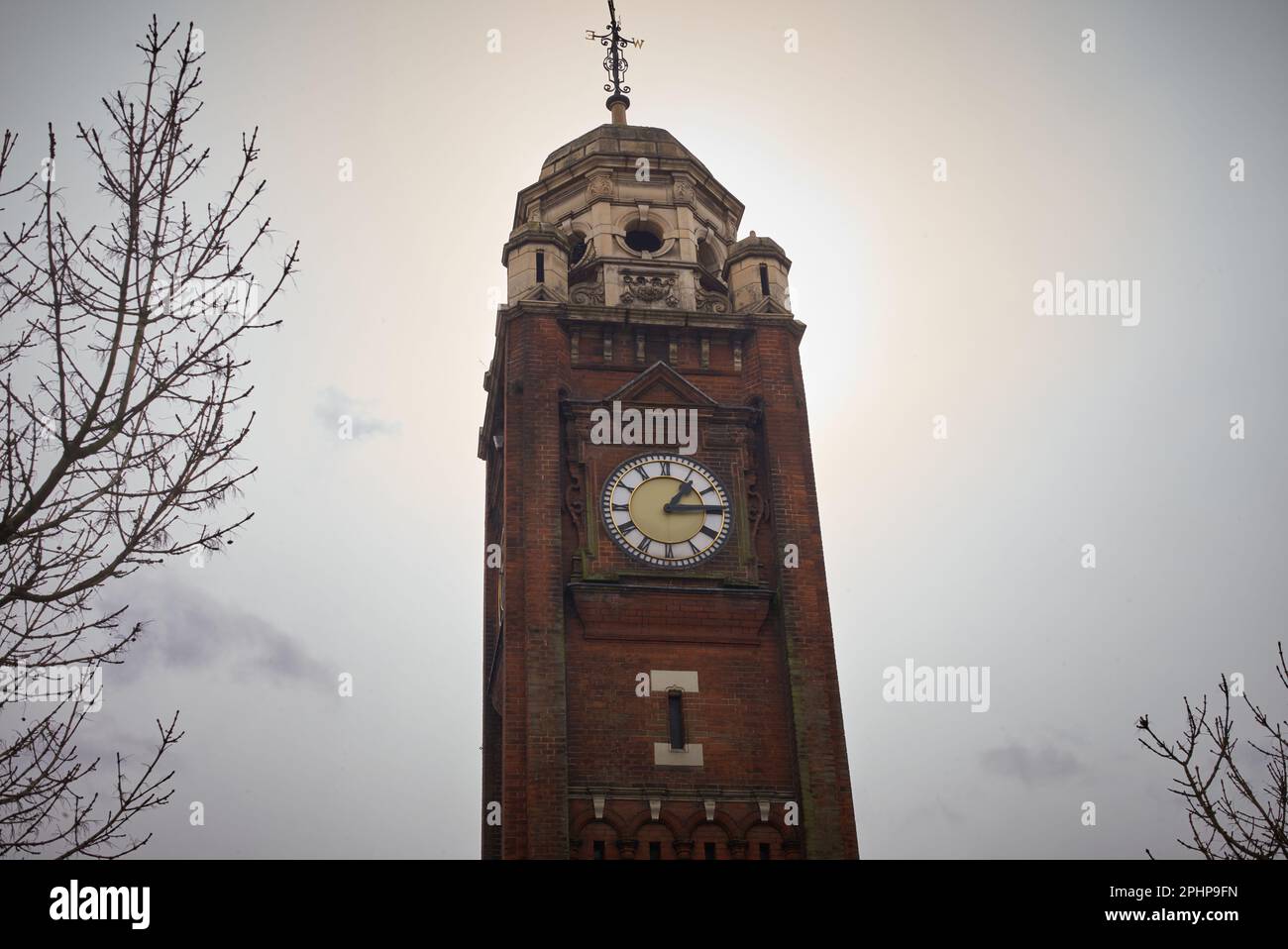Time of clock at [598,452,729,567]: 1:14
